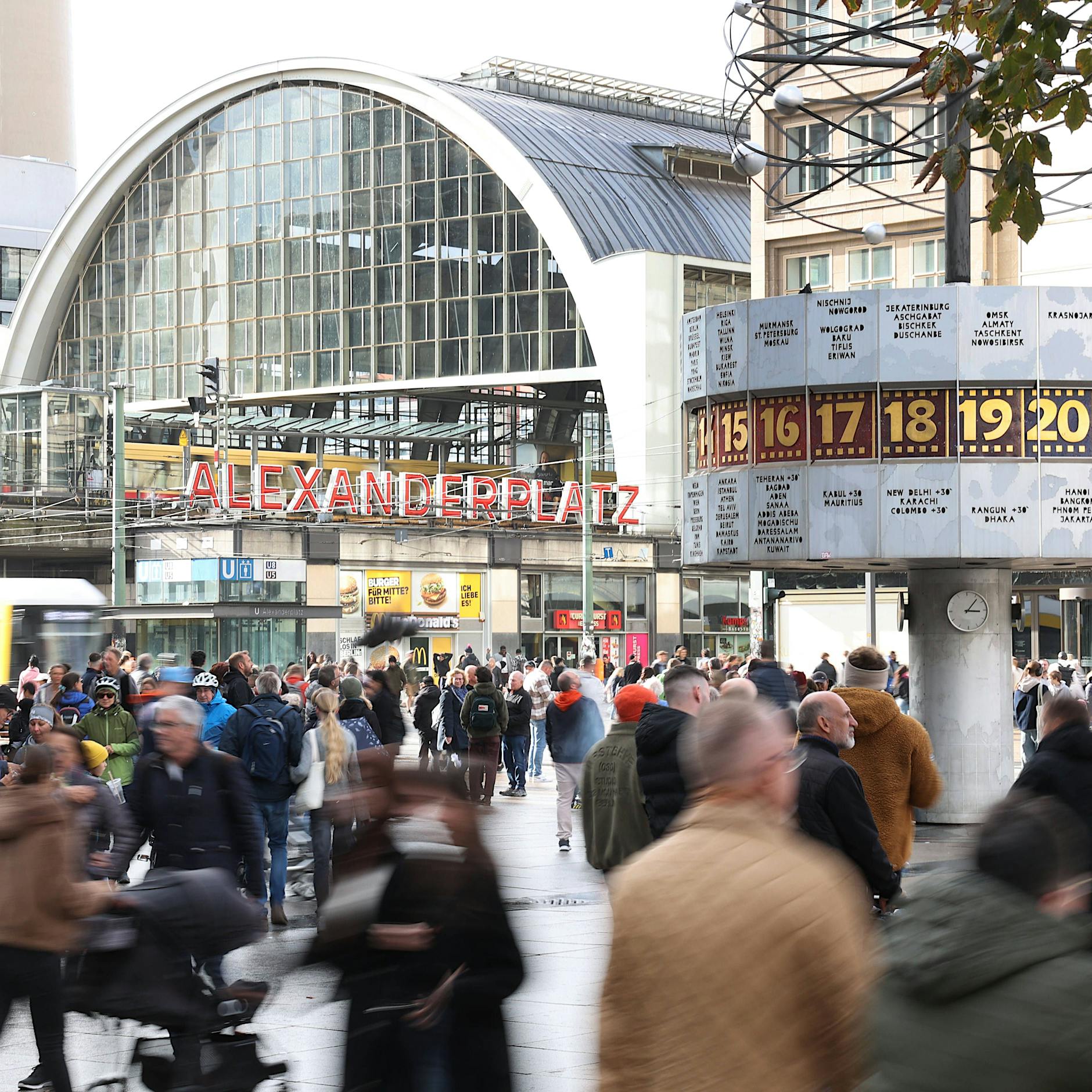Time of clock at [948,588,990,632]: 3:06
